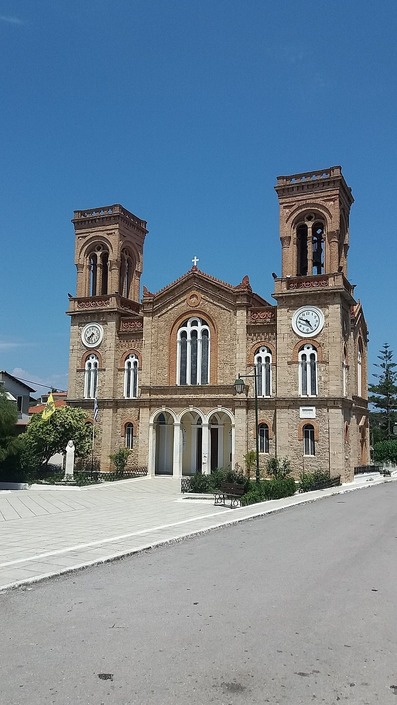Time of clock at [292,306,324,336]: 4:48
